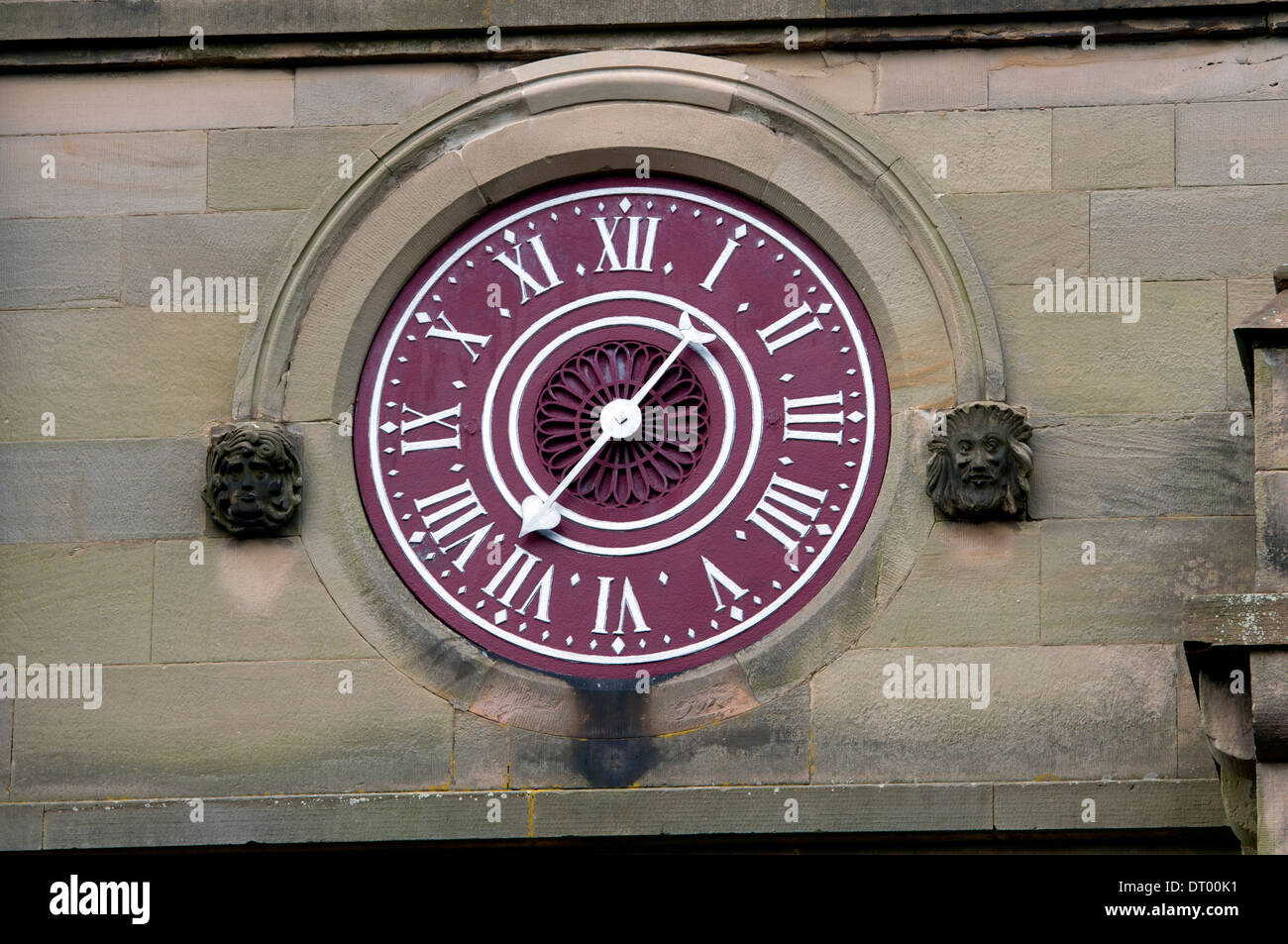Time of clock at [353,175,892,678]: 1:36
